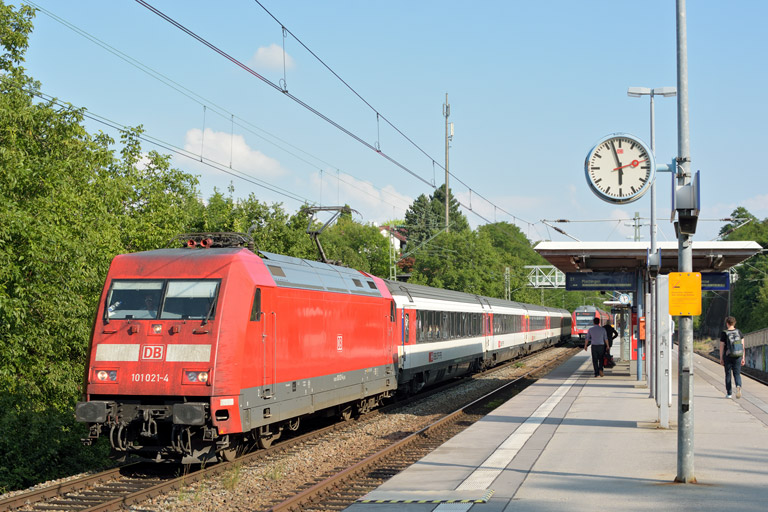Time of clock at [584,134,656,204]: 5:57
